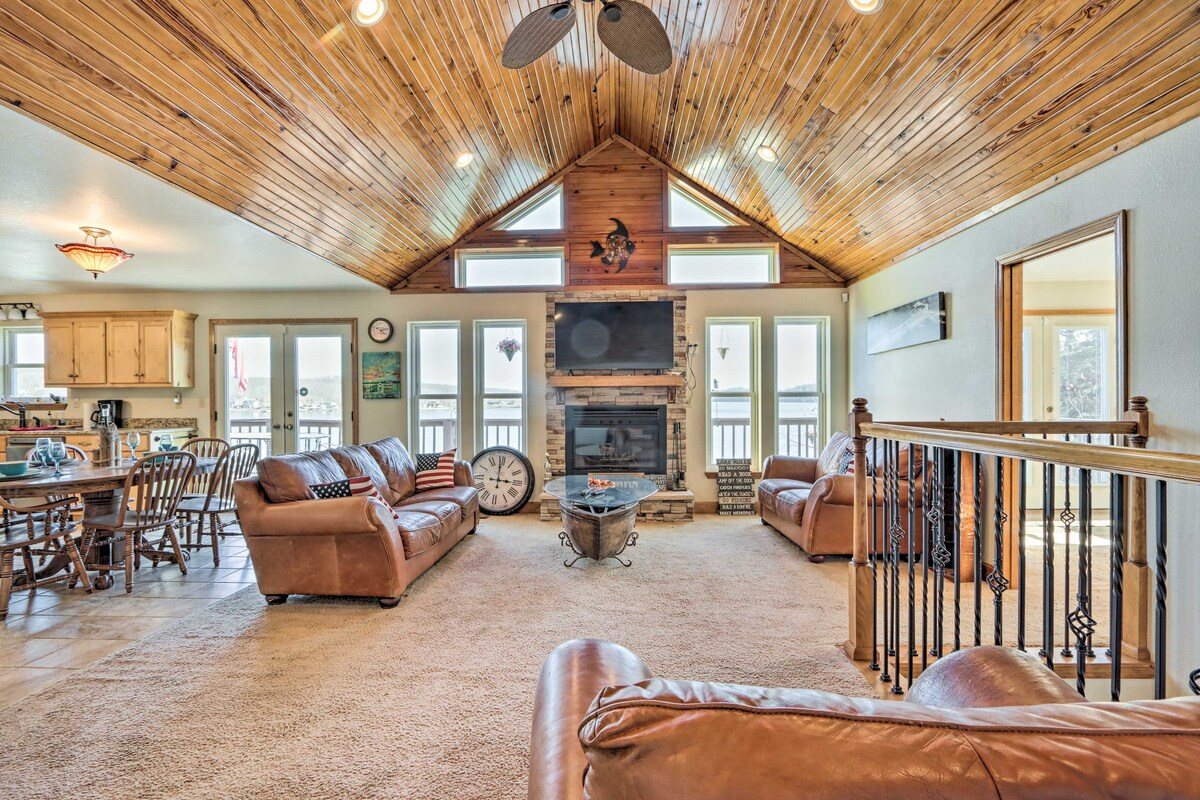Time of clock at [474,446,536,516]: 2:59
